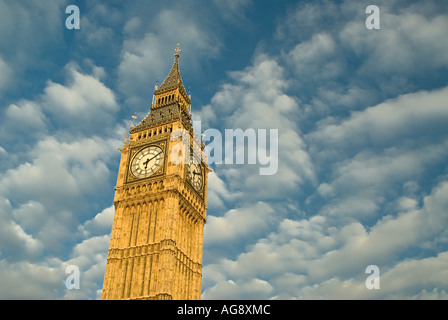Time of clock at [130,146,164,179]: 6:10
